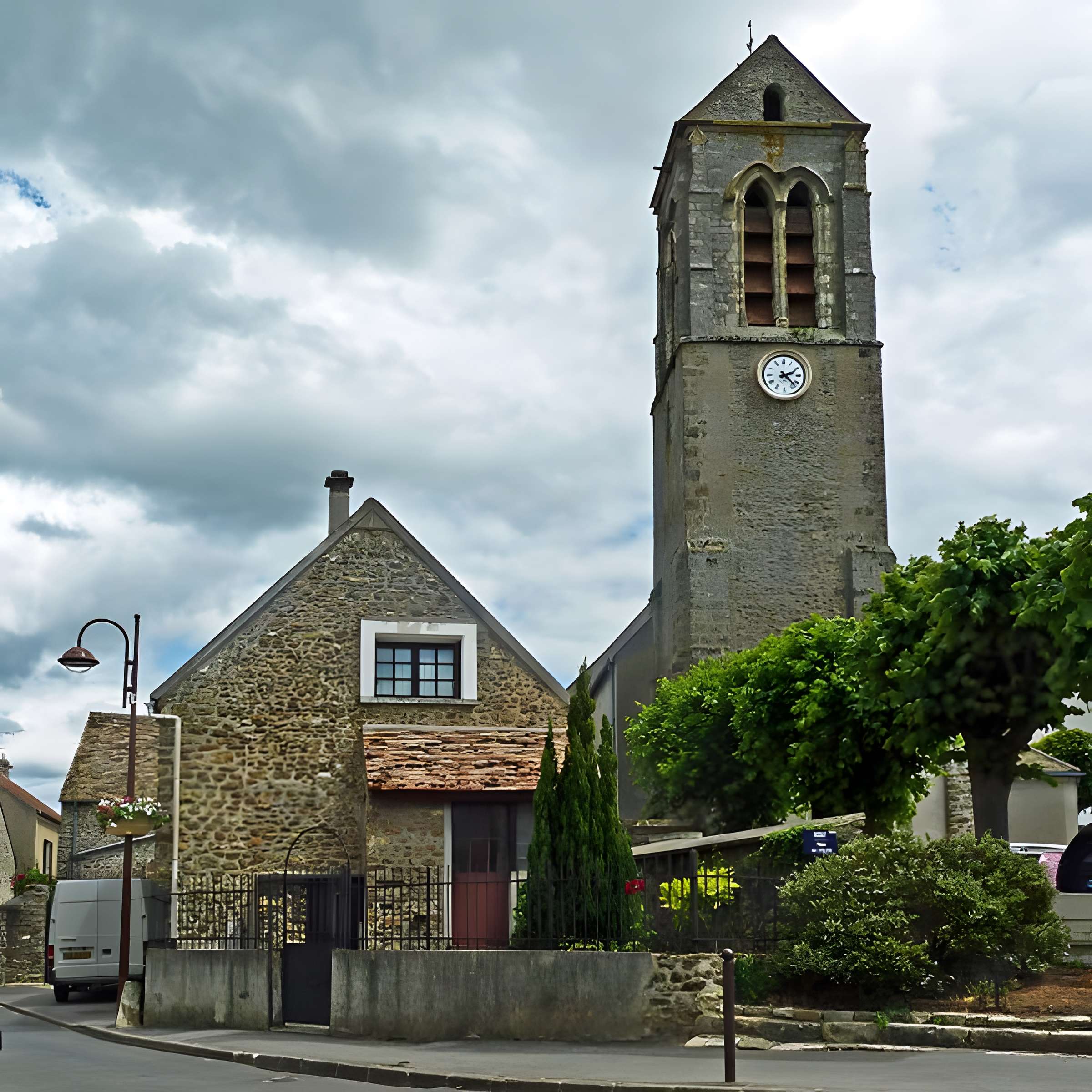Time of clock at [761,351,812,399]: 2:22
